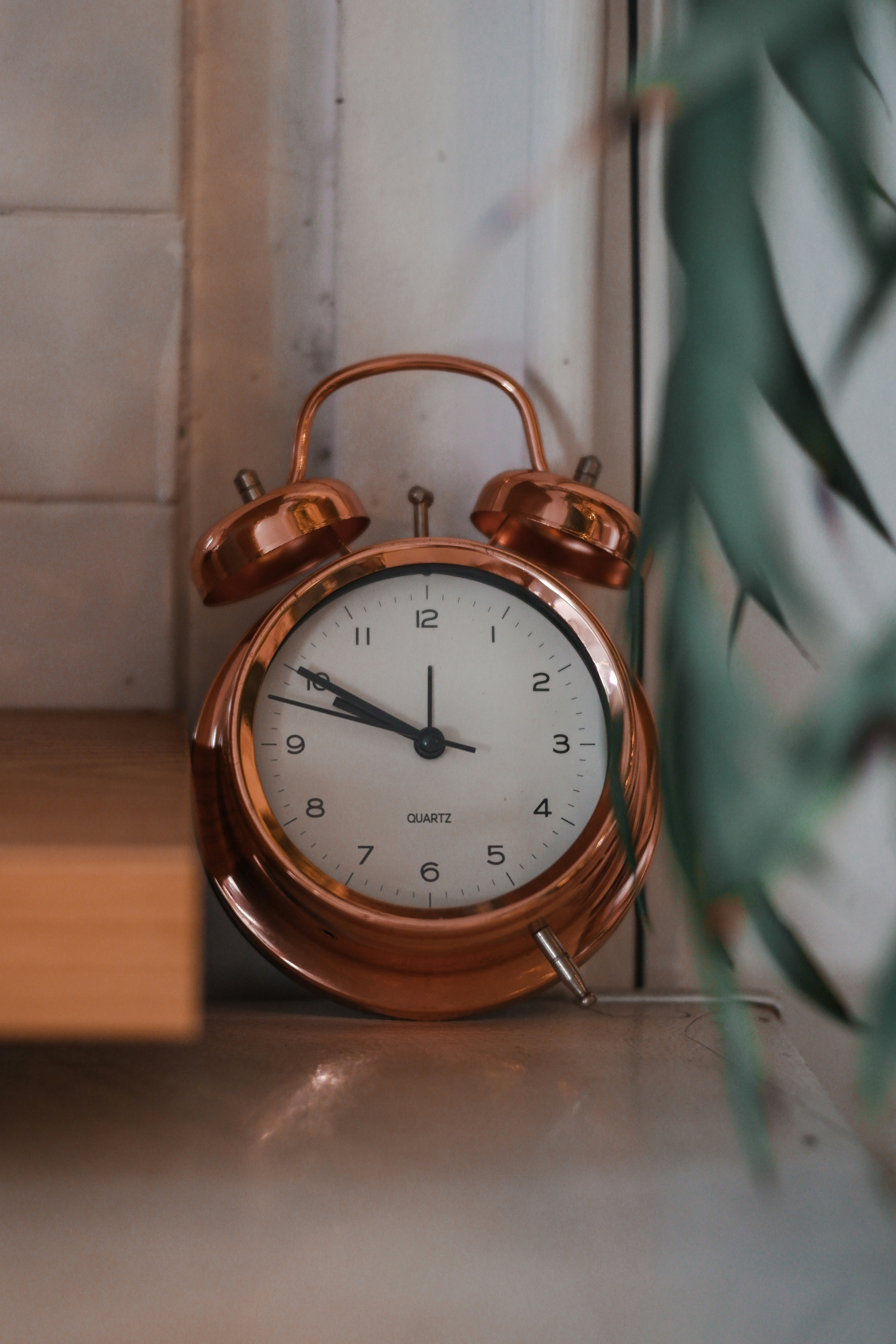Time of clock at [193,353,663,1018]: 9:50
